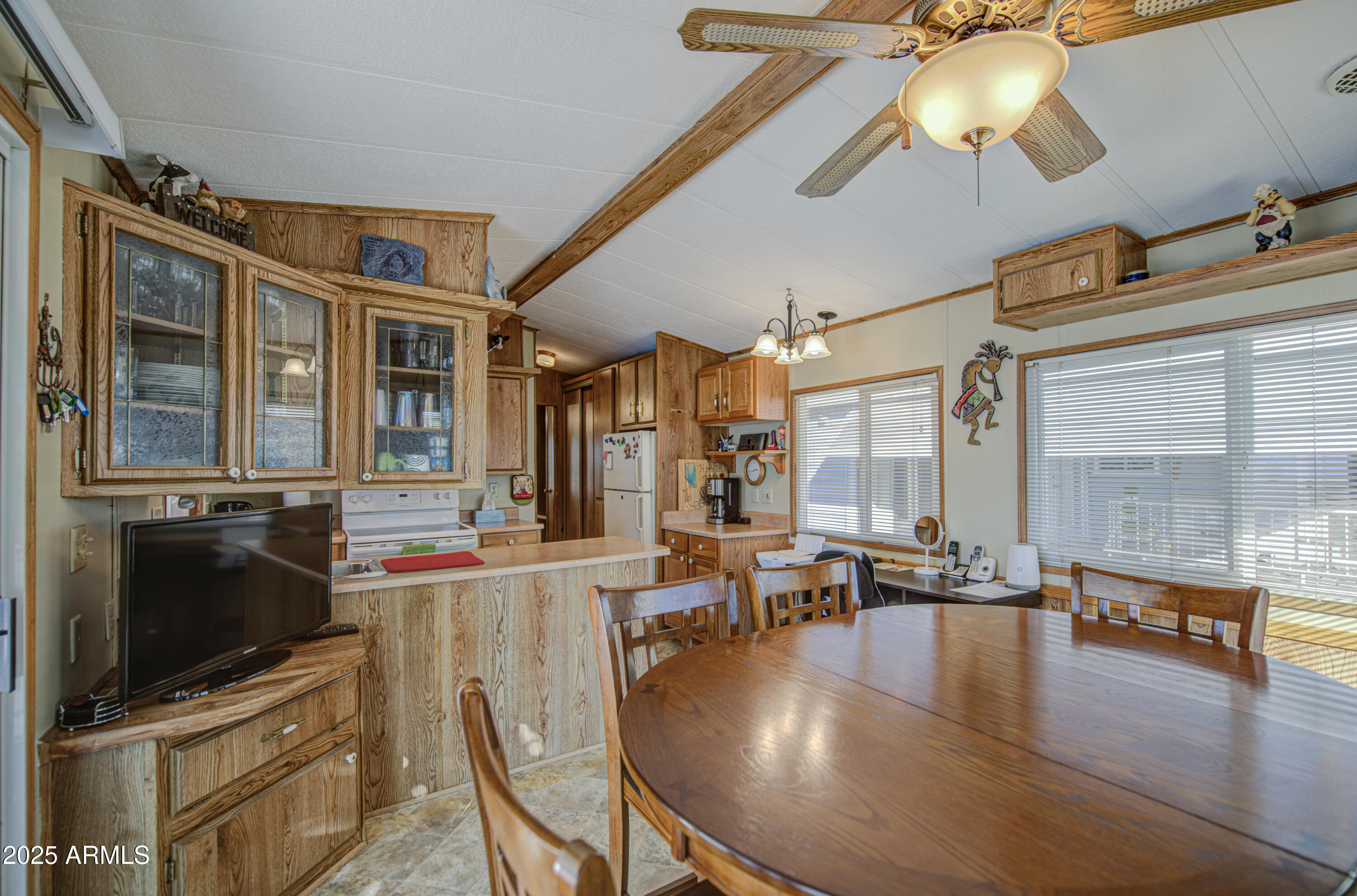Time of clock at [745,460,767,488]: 2:43
